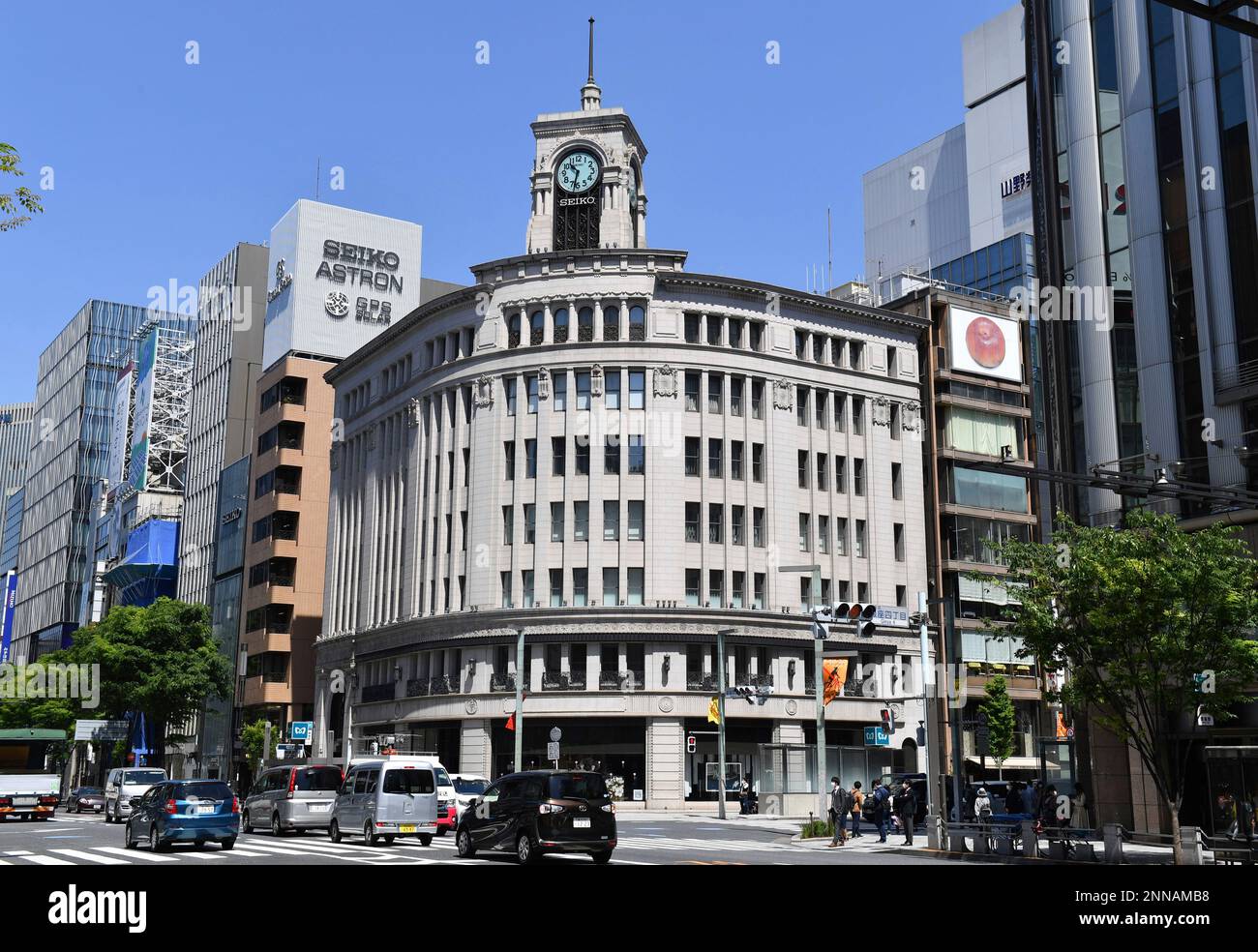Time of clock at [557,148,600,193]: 10:32
